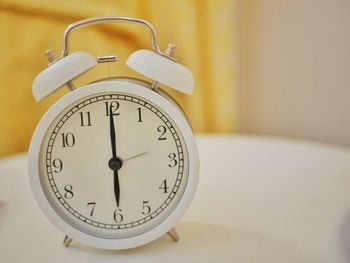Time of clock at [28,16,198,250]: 5:59
